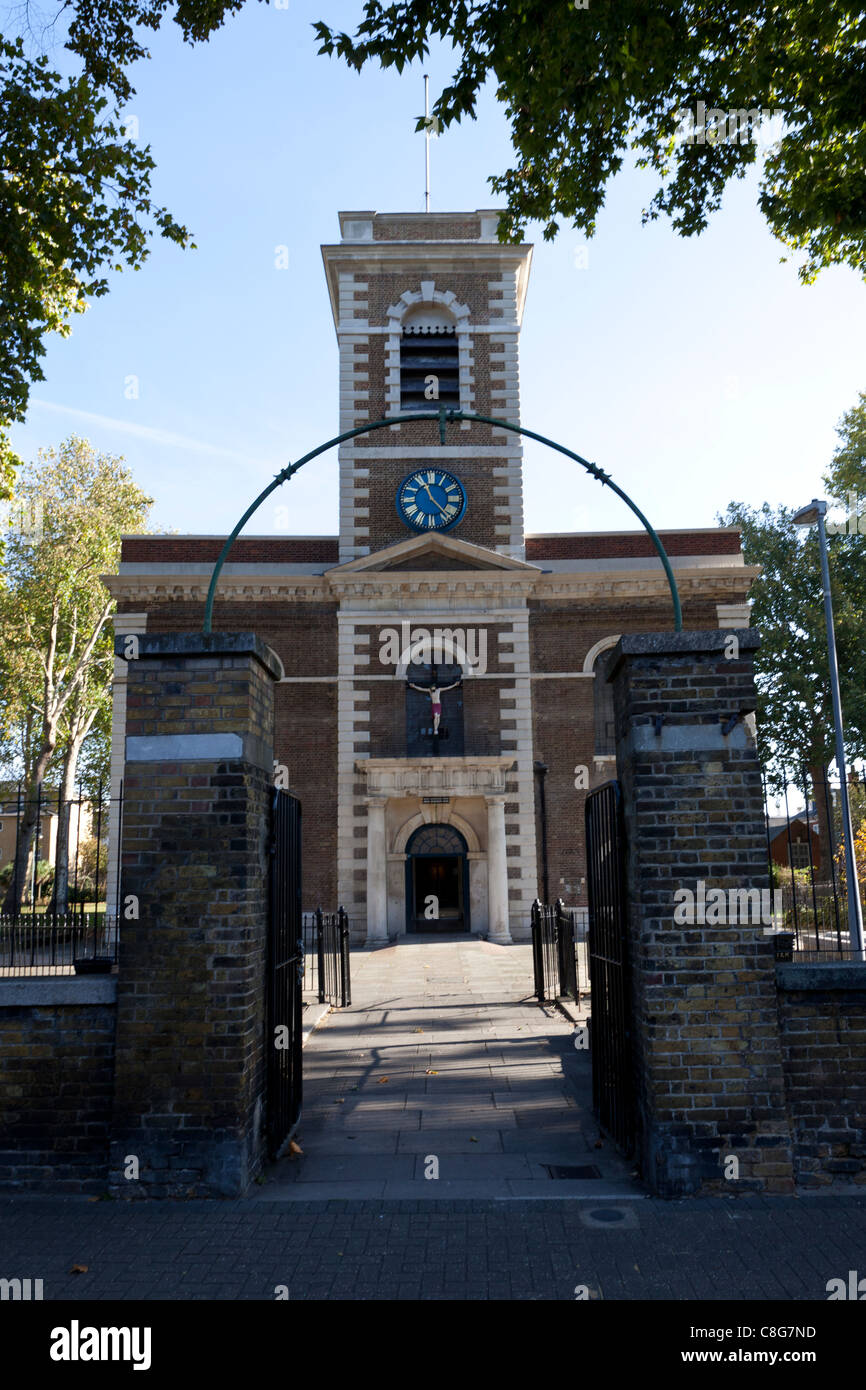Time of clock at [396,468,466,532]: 11:23
